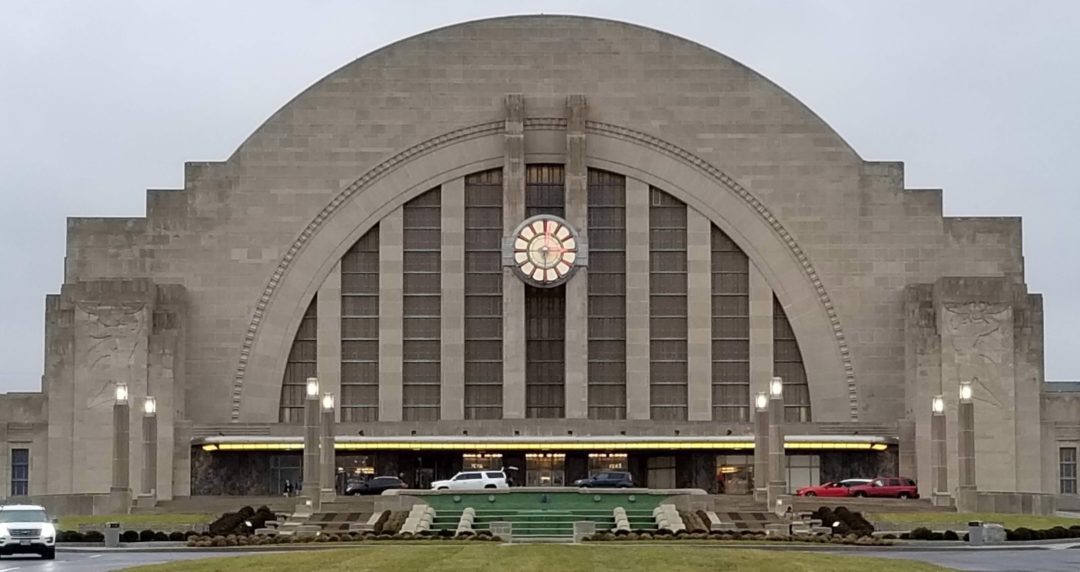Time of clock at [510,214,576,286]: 6:14
